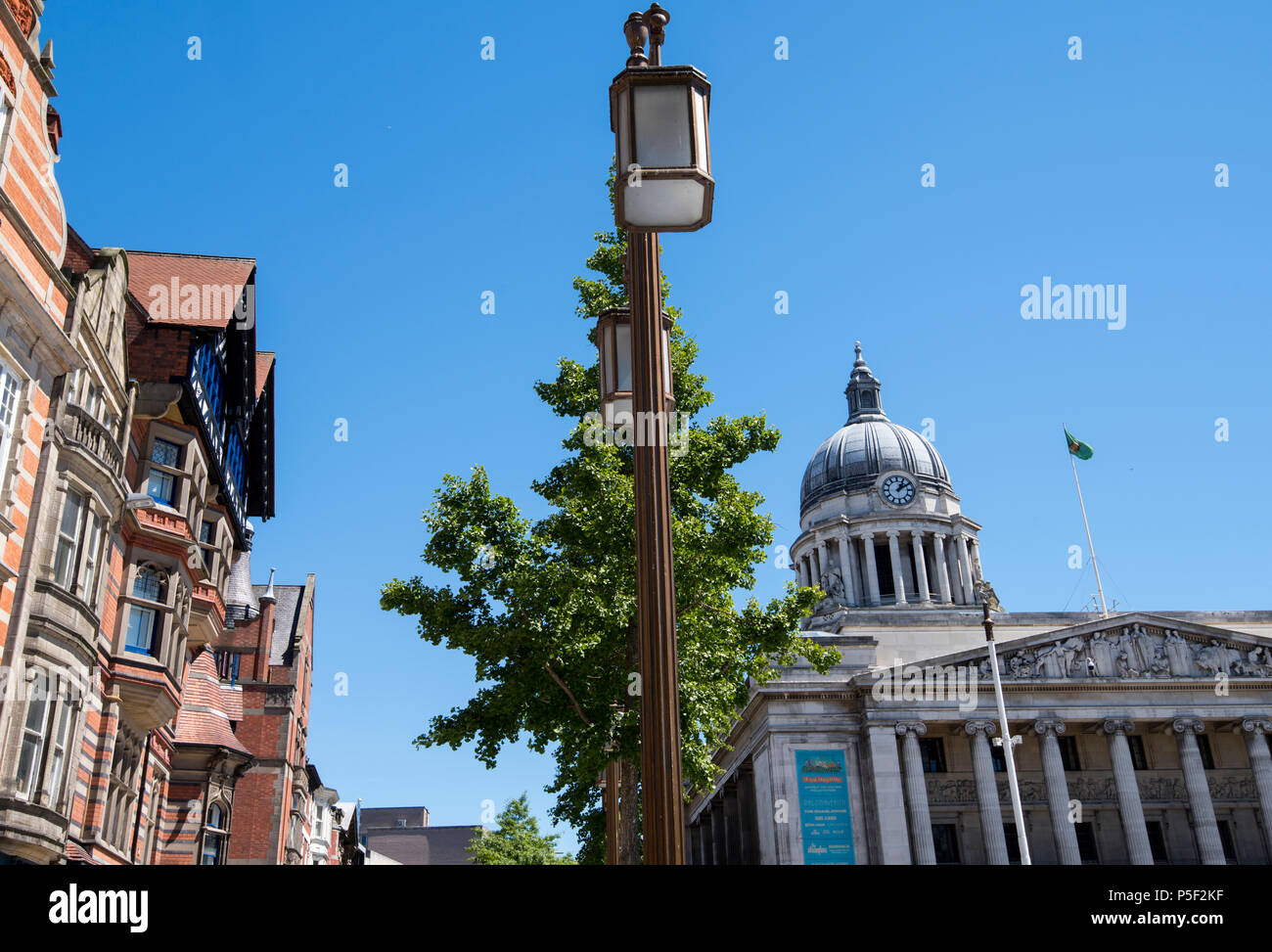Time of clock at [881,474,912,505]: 1:09
